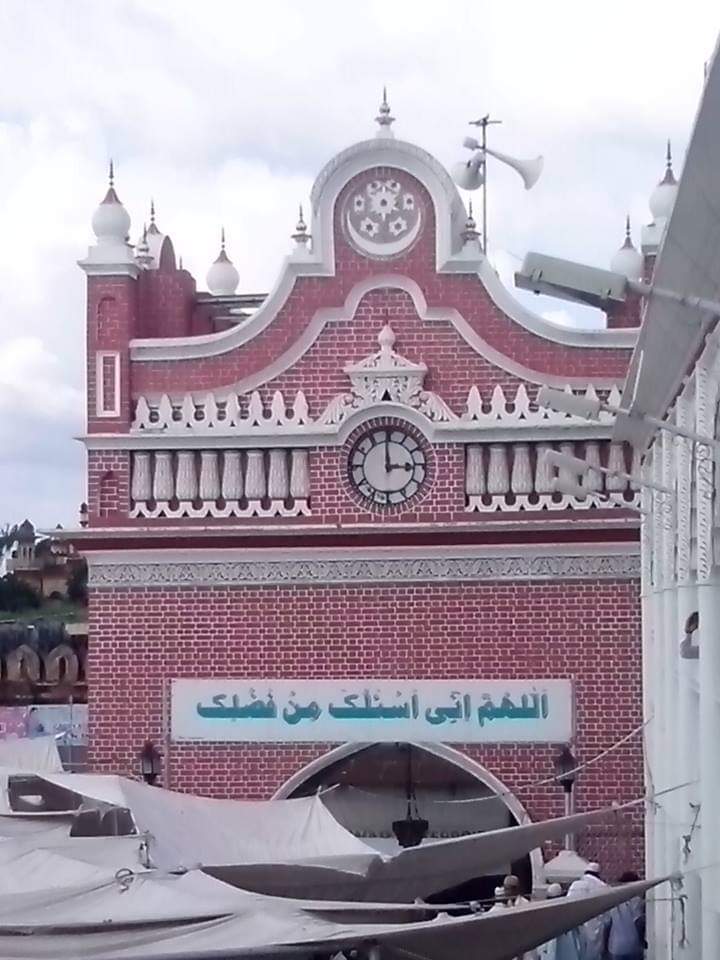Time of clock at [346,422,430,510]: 2:59
